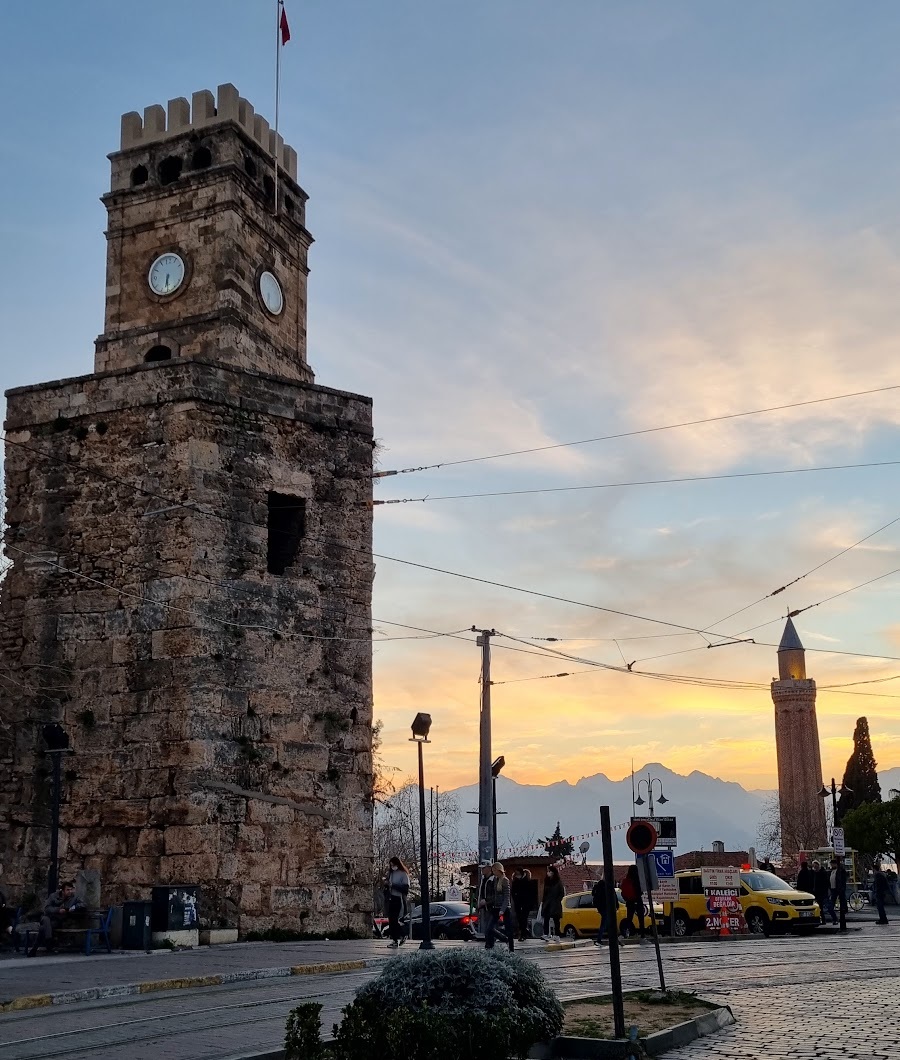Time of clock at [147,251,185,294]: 6:30
